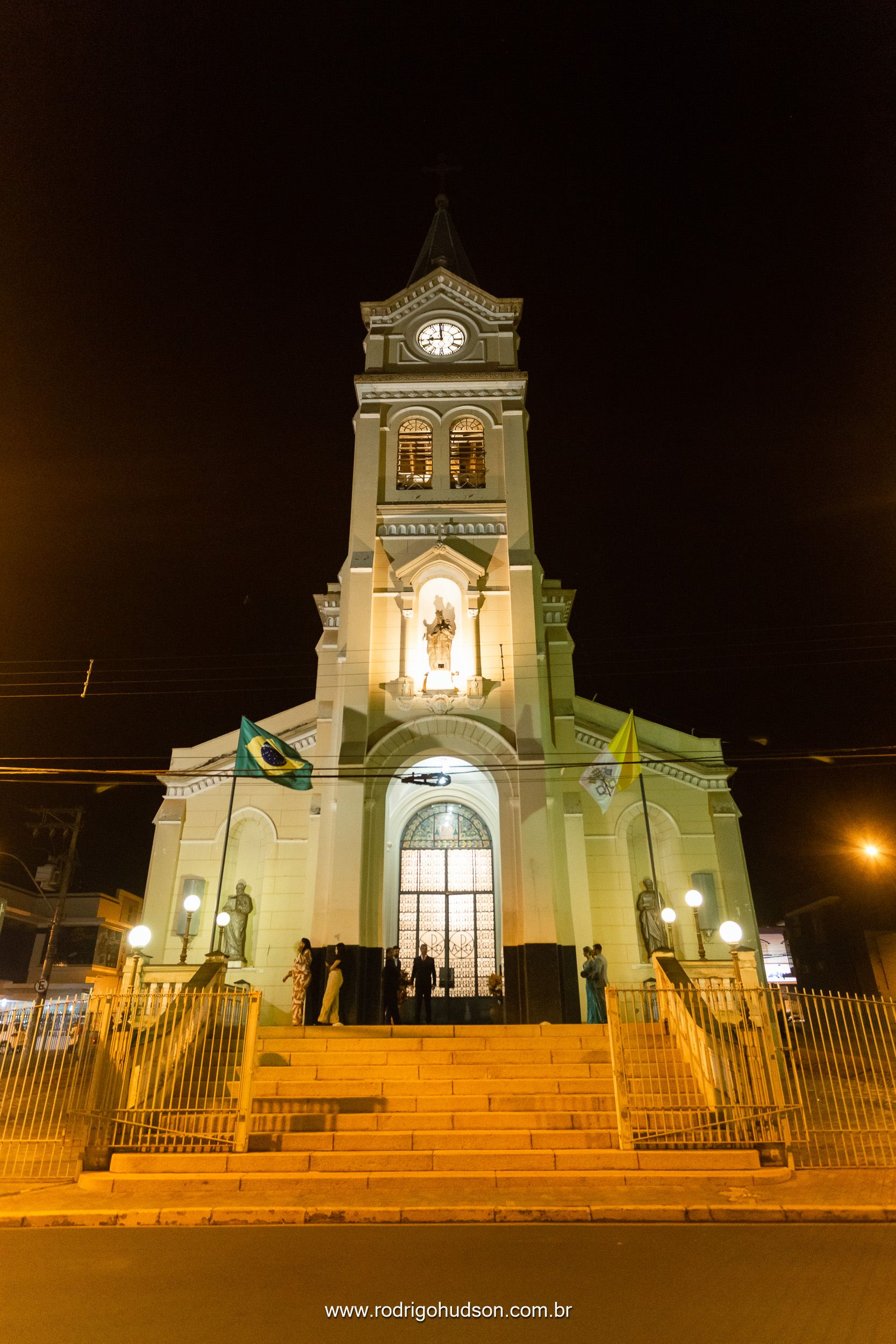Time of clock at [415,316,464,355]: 8:59
